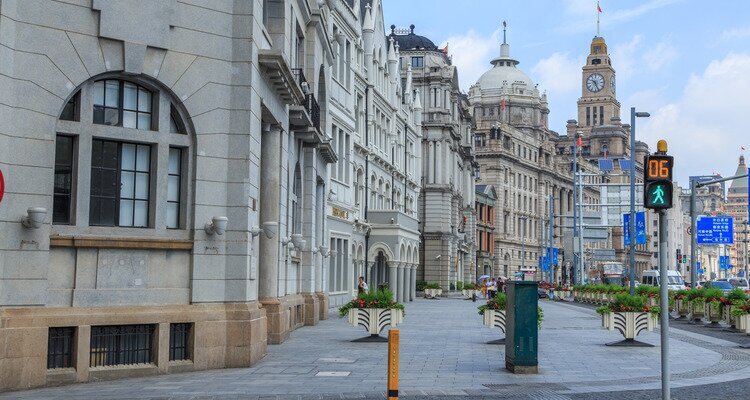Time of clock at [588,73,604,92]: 10:26
